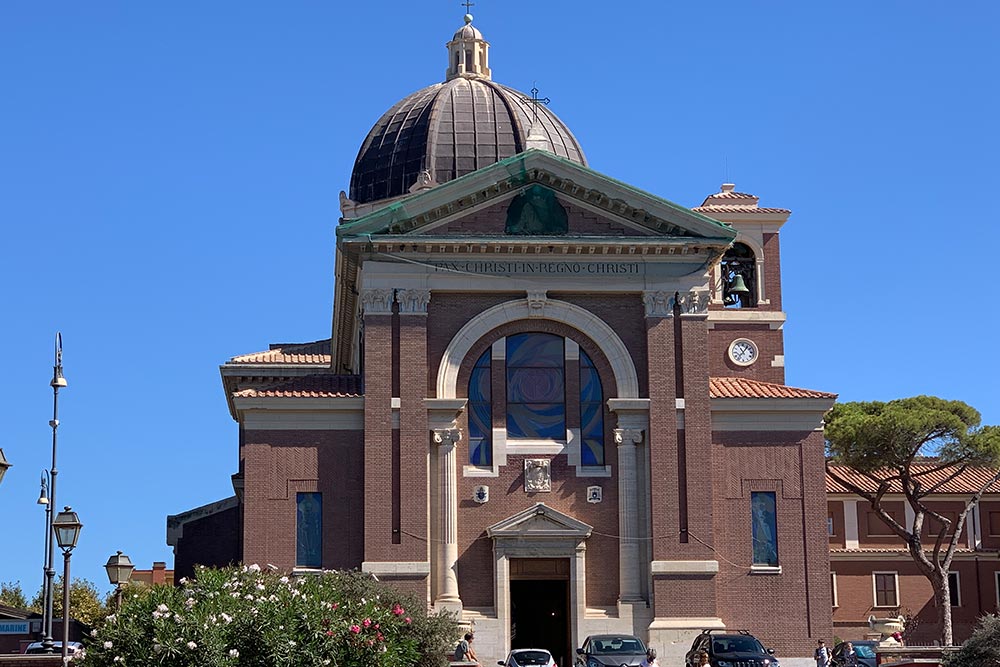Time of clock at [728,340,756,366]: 11:06
